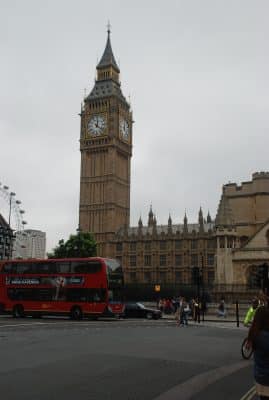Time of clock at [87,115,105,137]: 12:21
